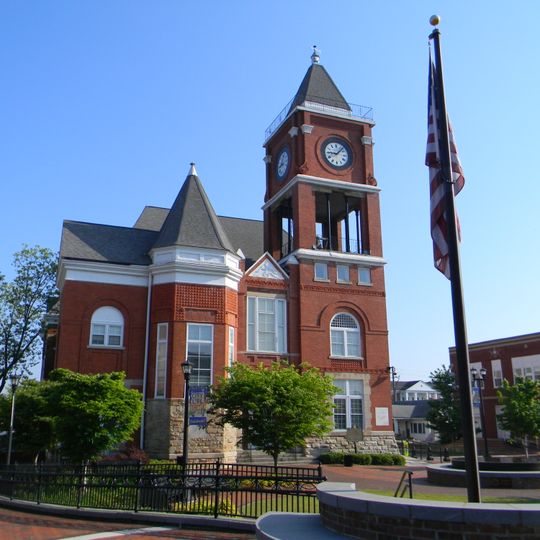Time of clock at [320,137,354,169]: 9:07
